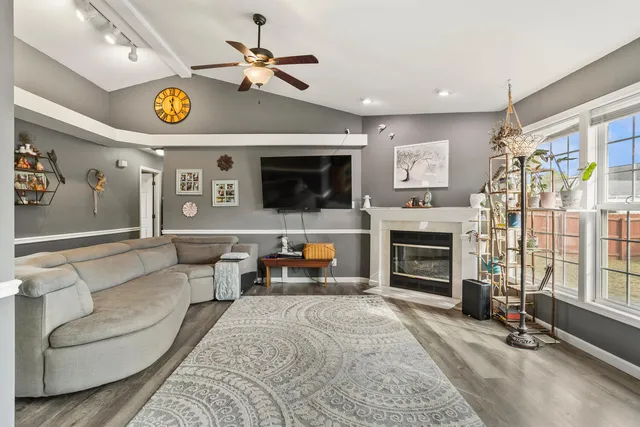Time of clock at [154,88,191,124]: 5:01
